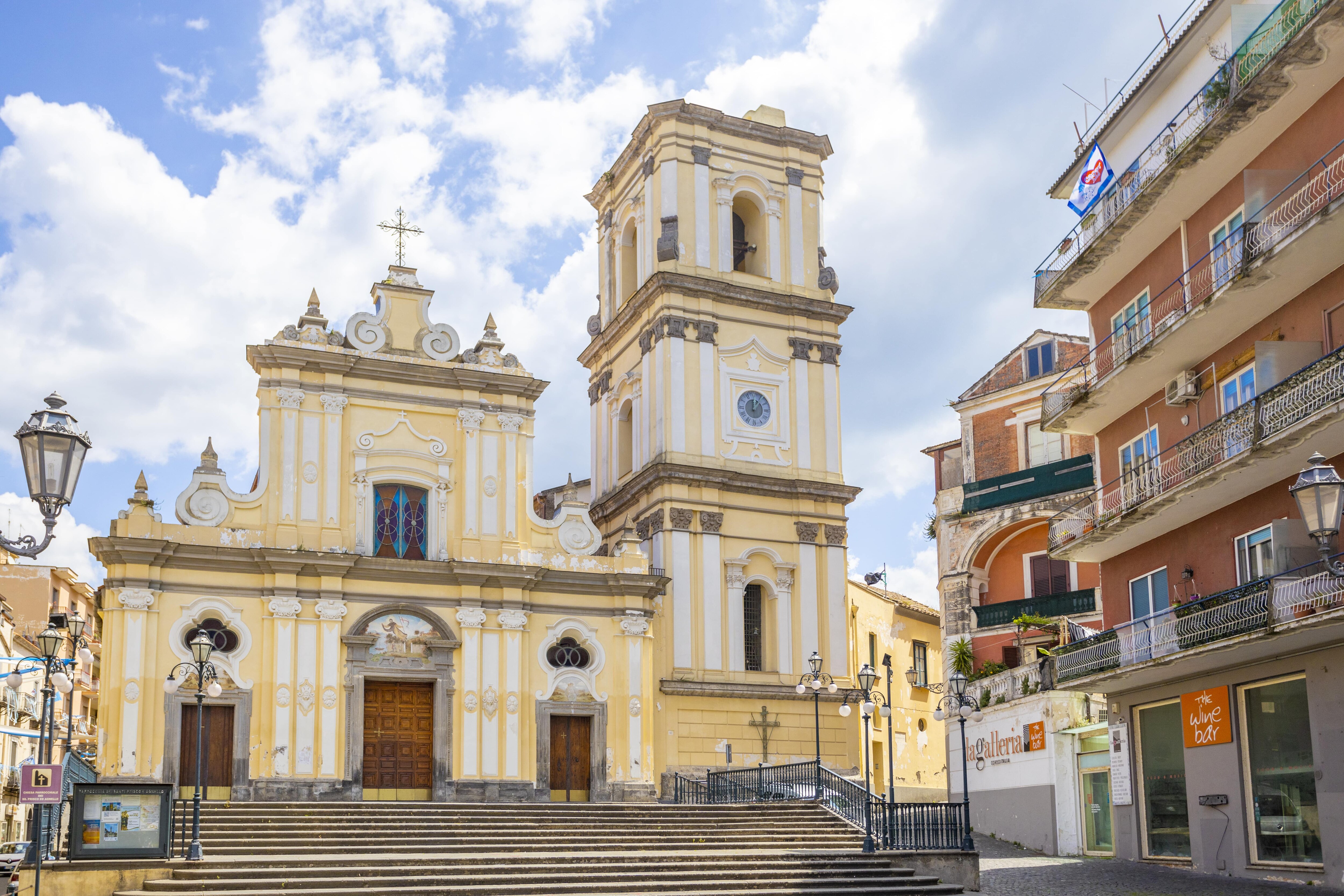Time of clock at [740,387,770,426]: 12:06
